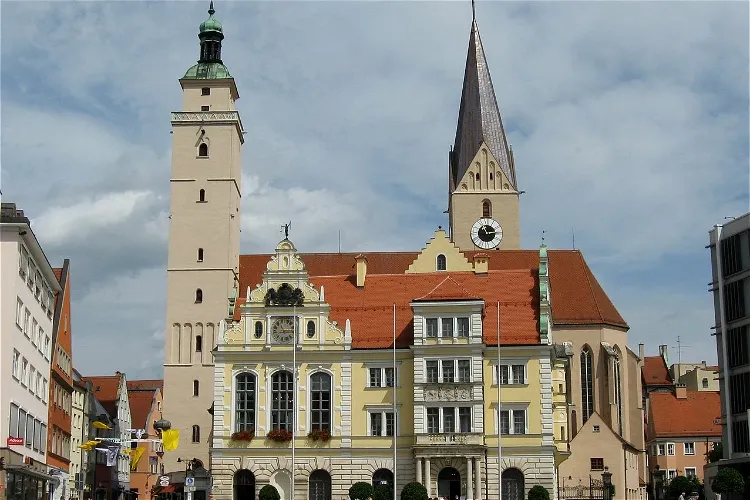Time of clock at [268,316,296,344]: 11:13
